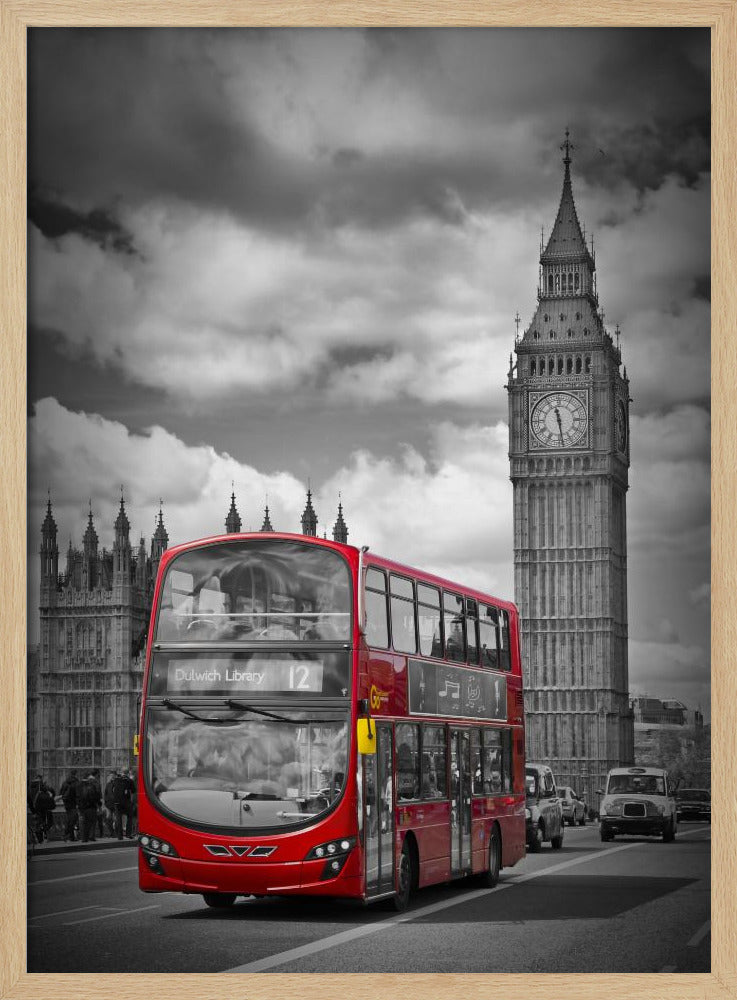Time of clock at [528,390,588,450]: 11:28
